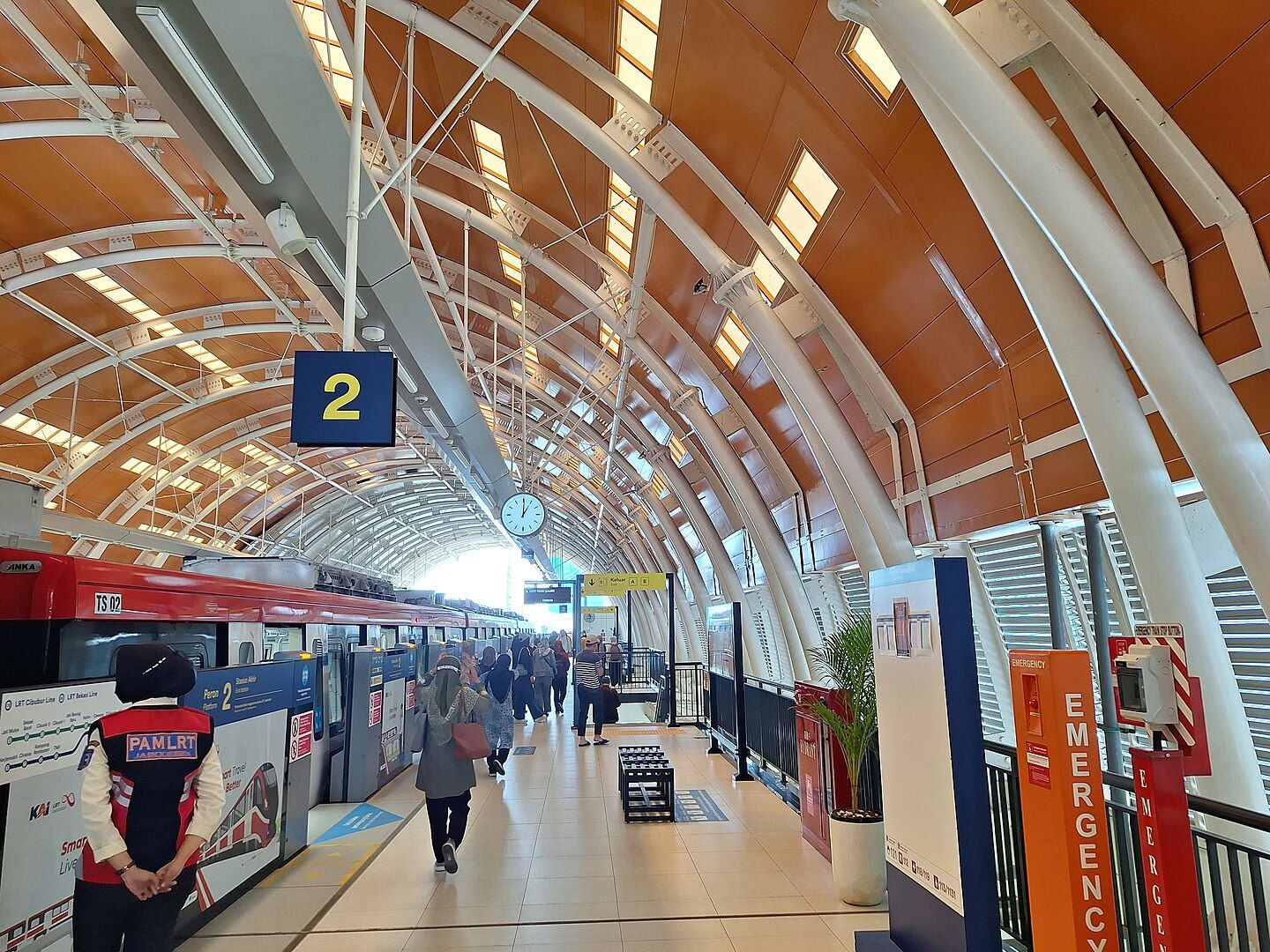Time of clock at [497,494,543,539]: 1:00
